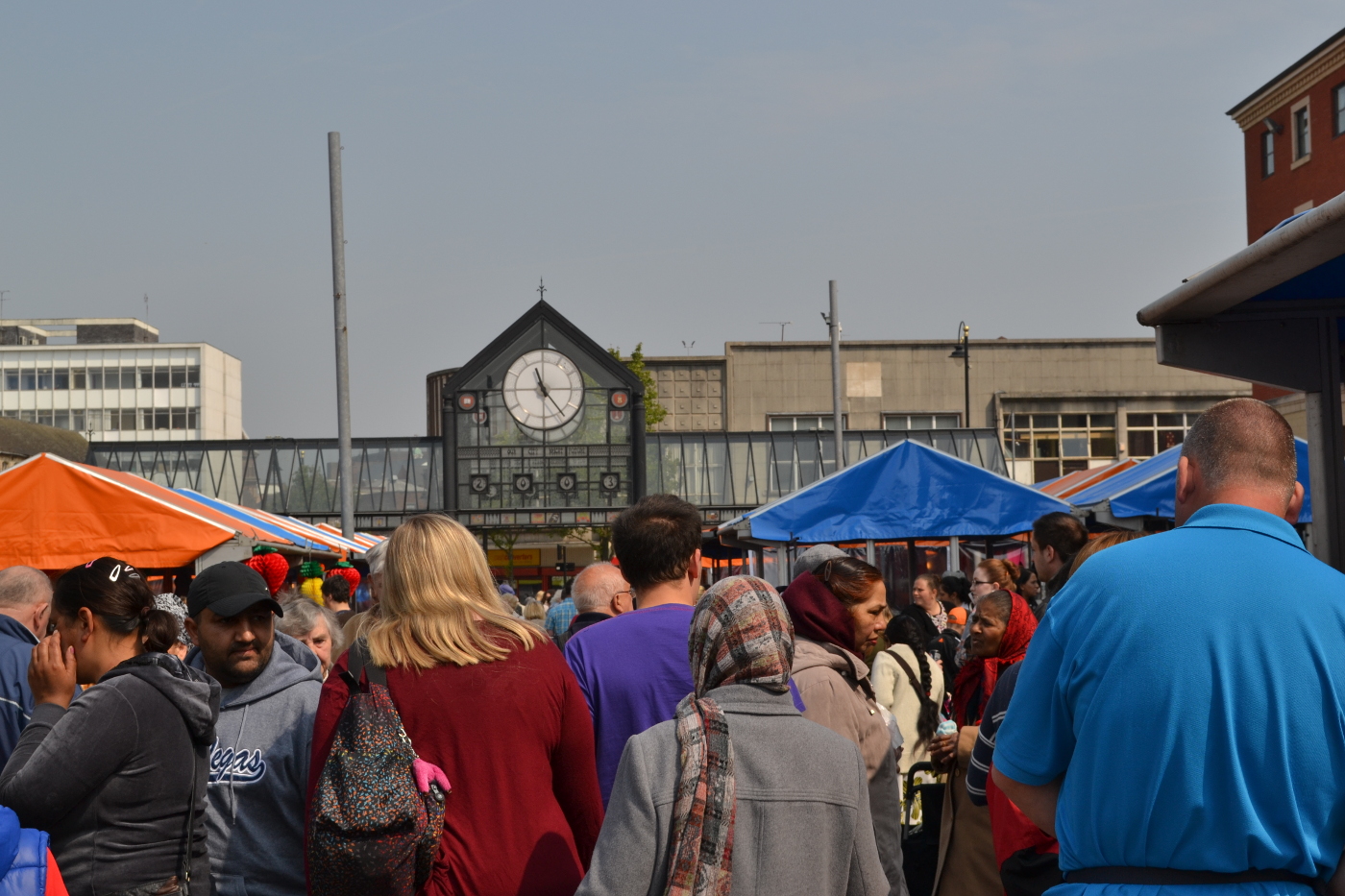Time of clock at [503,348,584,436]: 11:23
